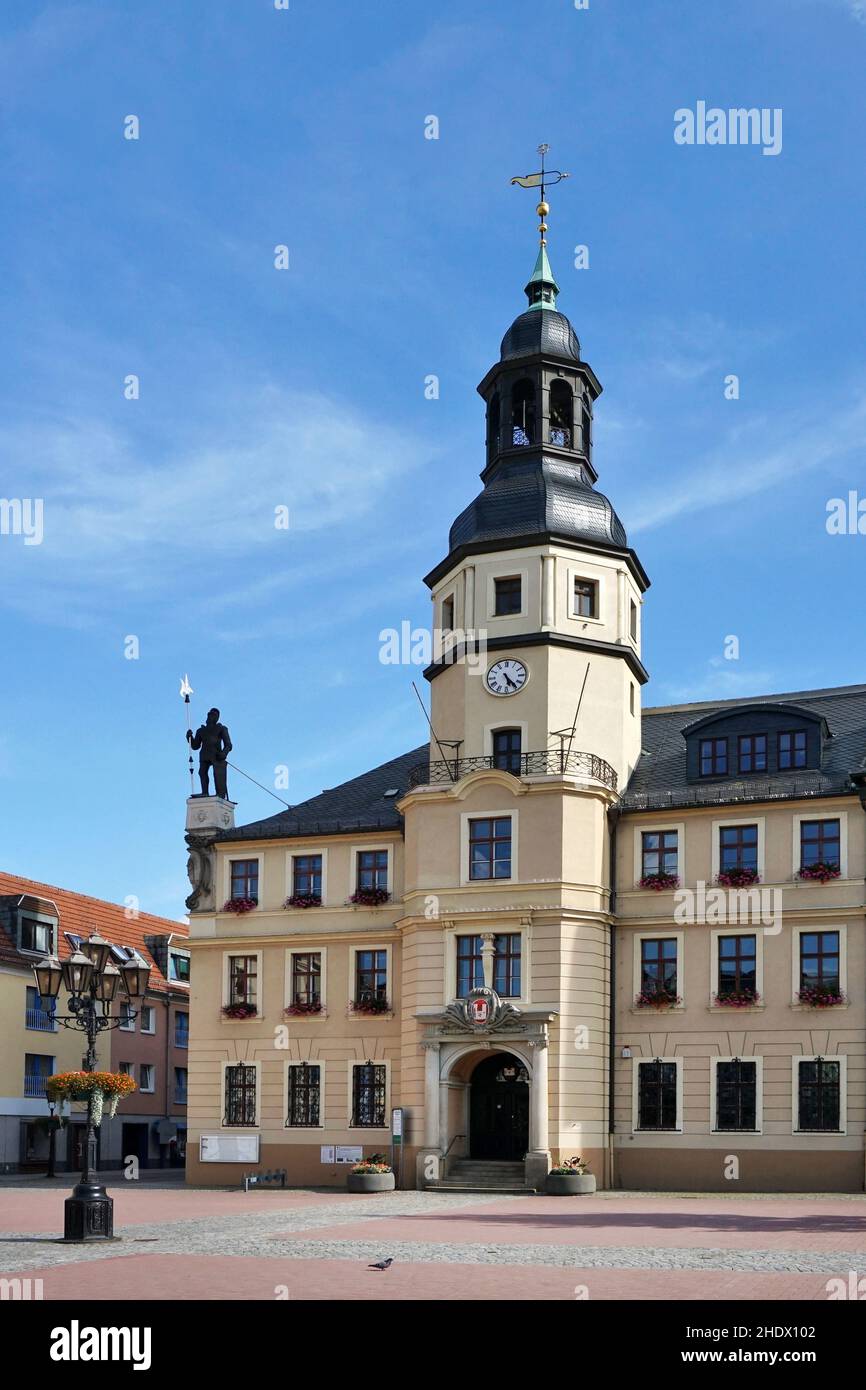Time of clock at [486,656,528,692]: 5:23
